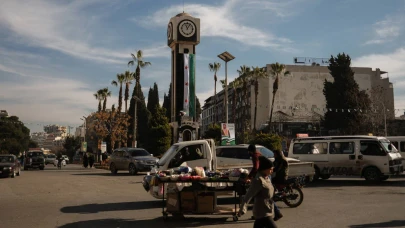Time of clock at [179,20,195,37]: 11:05
